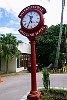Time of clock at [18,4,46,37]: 11:34
